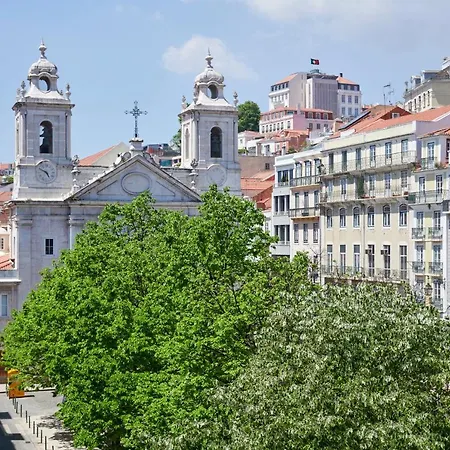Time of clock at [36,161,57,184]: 4:49
